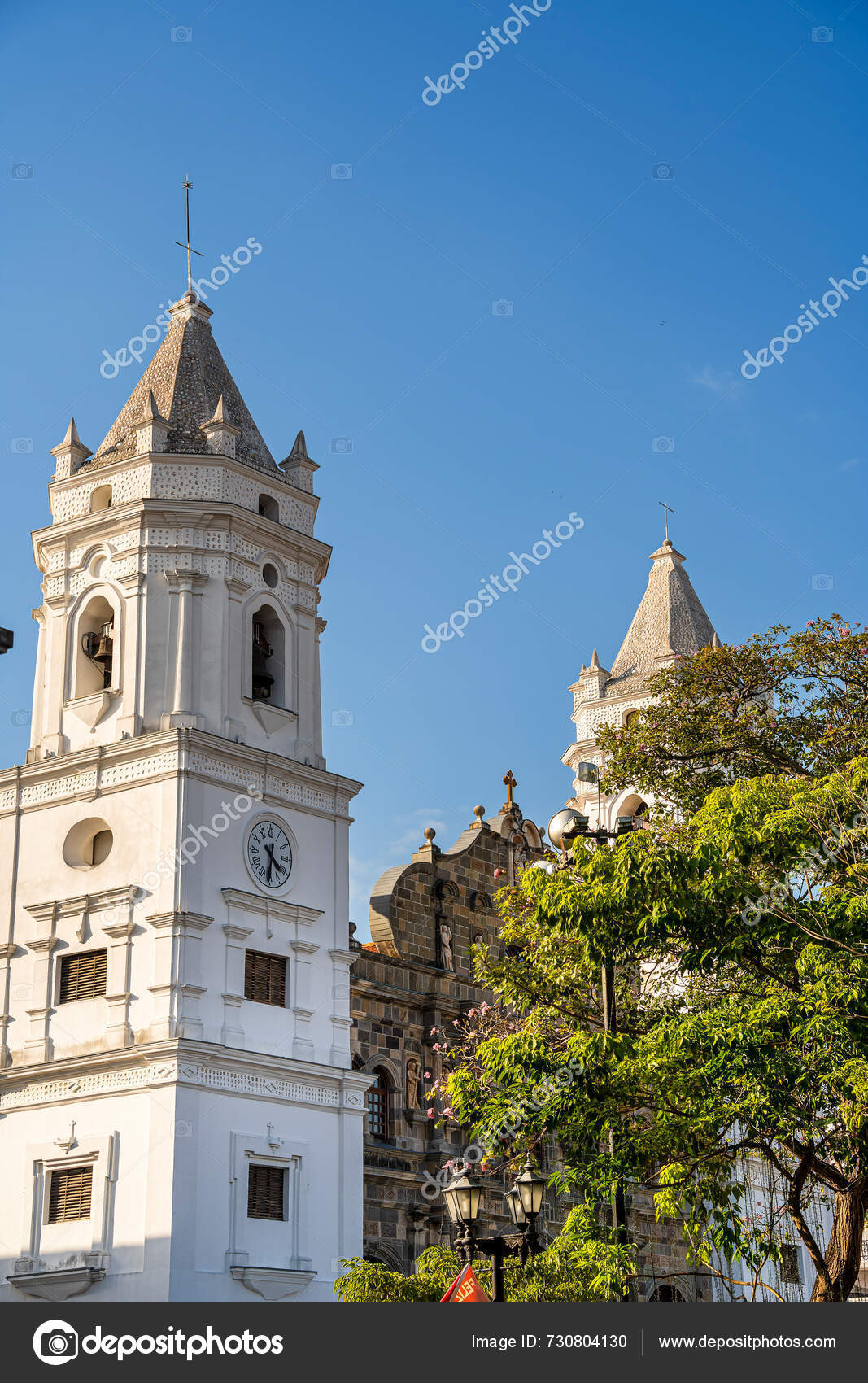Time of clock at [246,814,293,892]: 4:31
